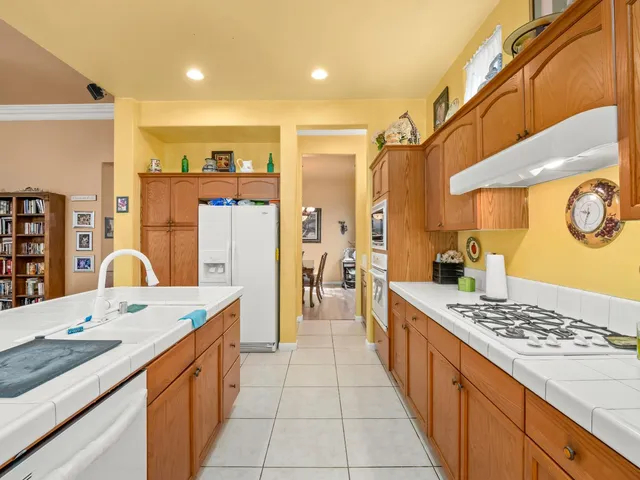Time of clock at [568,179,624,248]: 9:33
